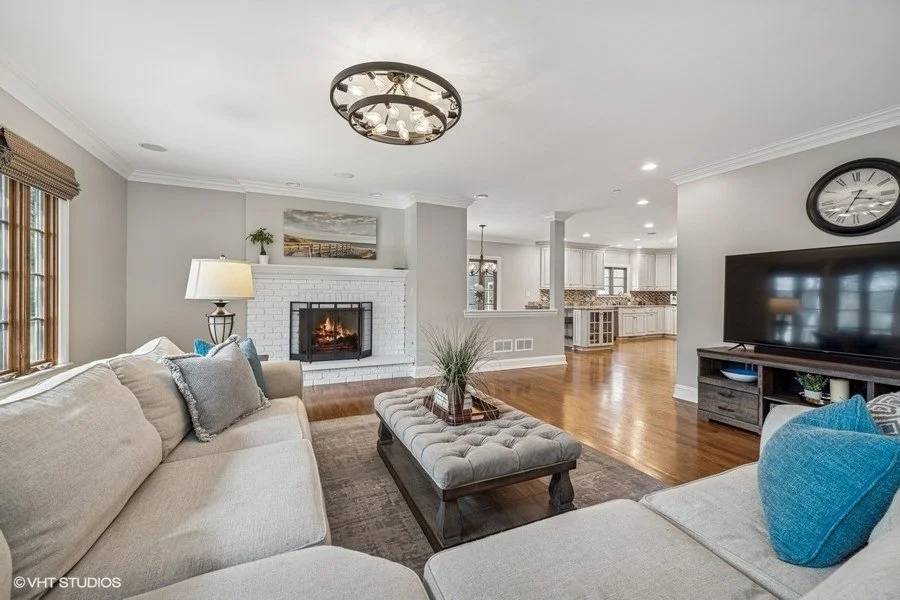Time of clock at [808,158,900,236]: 3:34
